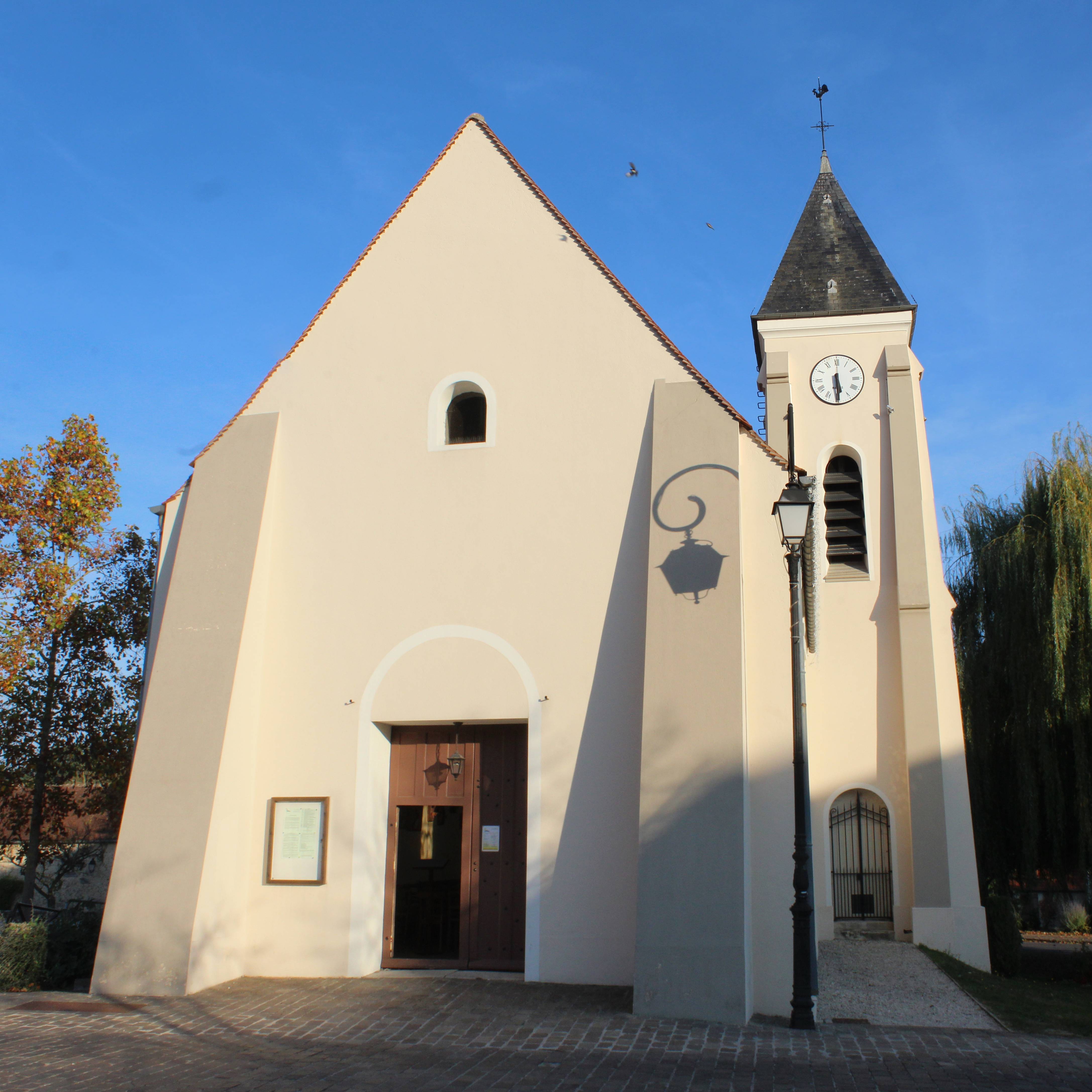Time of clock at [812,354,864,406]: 5:29
